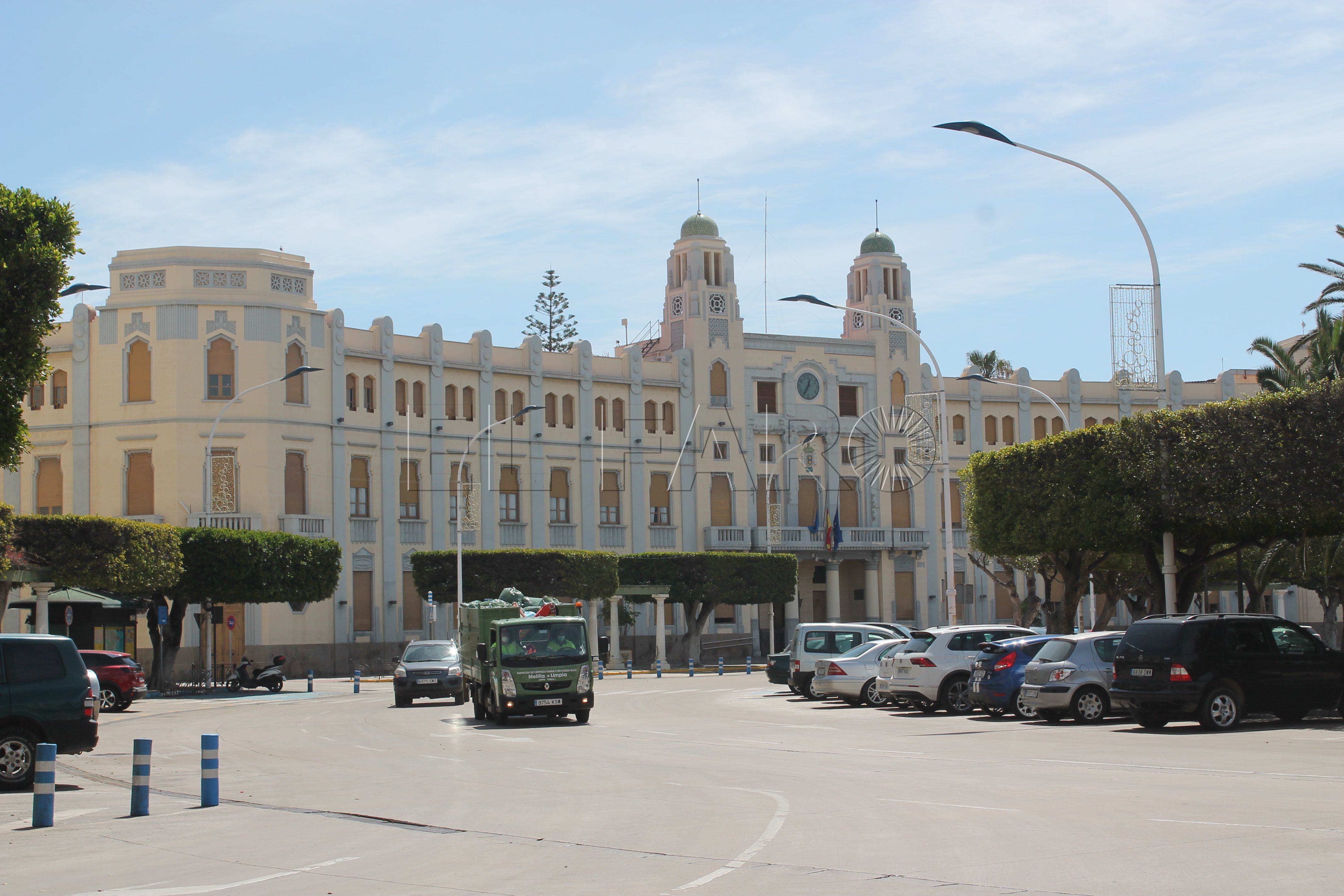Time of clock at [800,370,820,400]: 12:35
